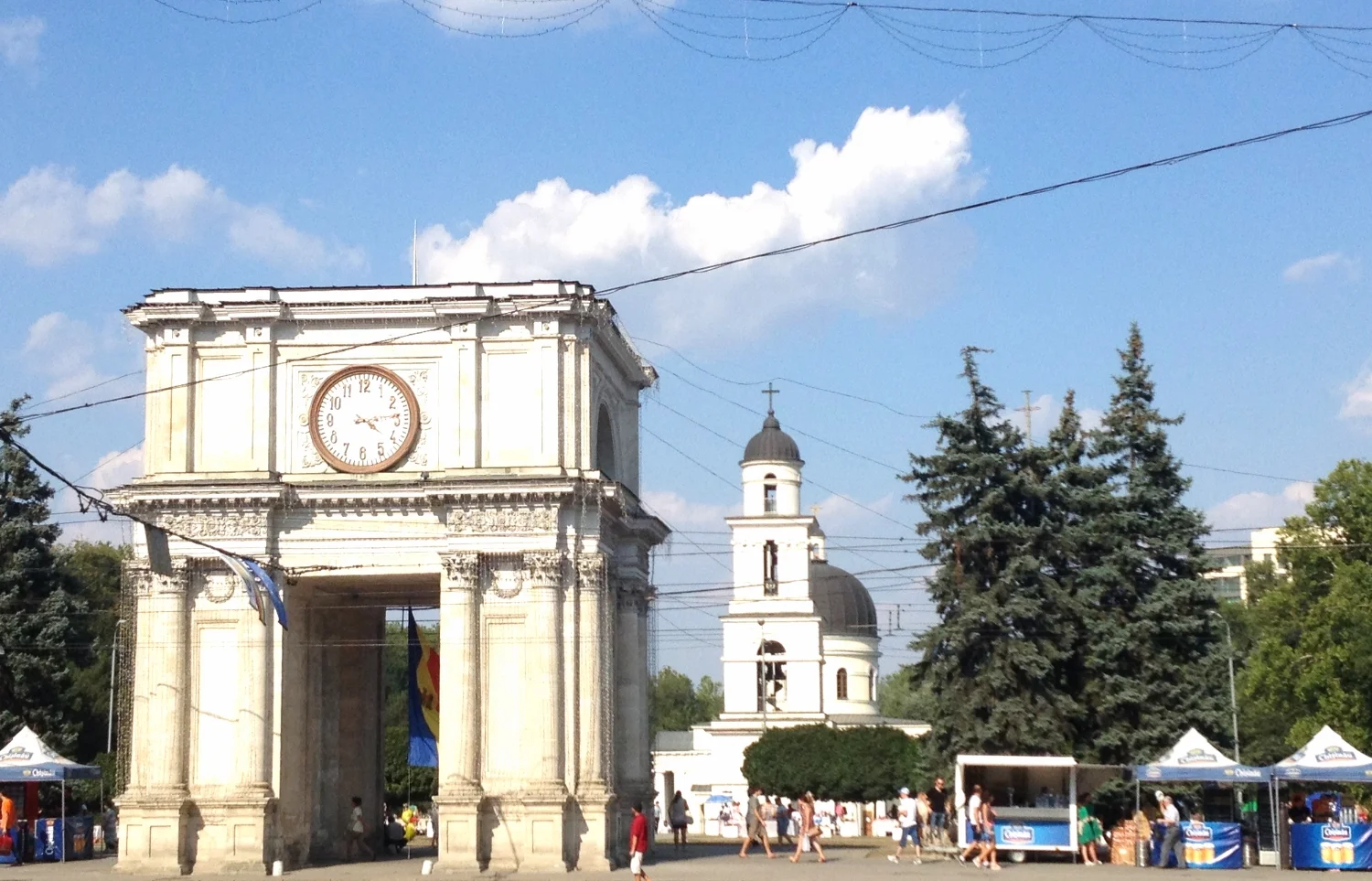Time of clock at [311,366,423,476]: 4:13
